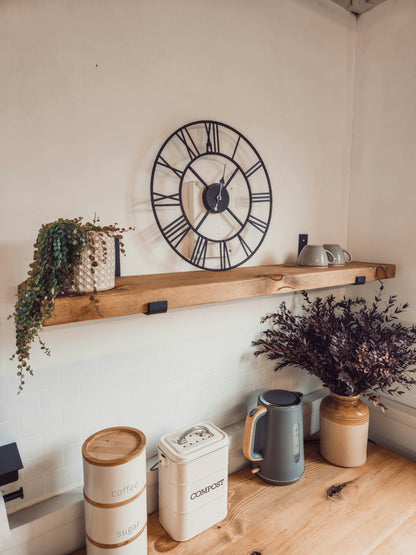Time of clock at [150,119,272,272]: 1:37
